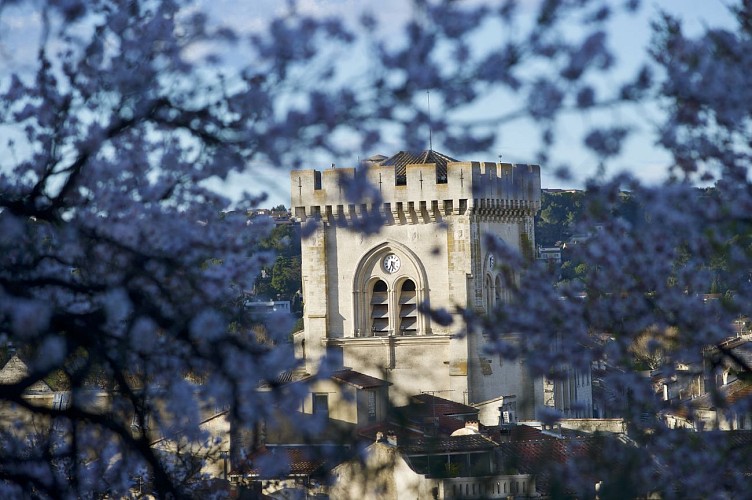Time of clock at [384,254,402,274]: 5:33
